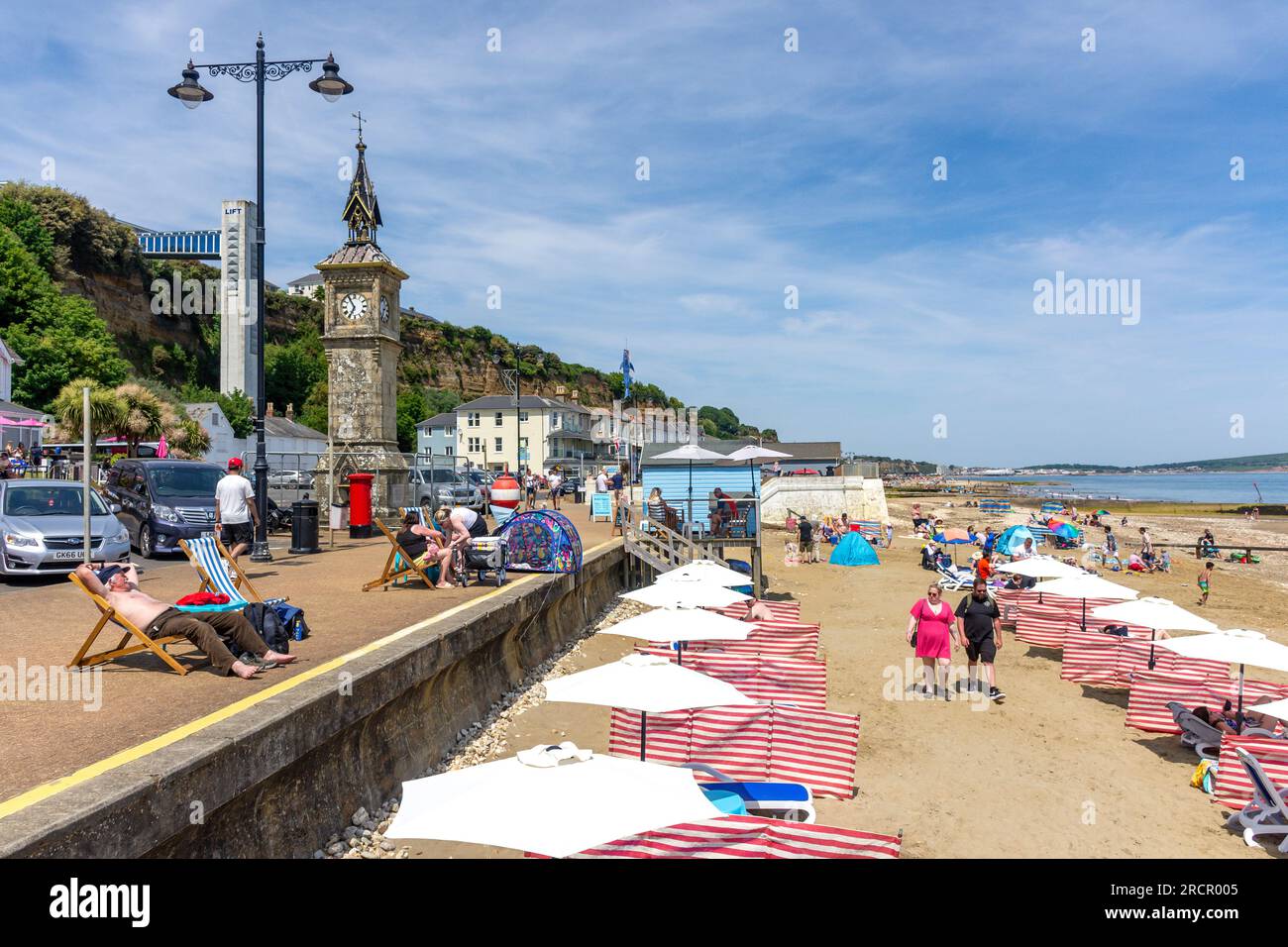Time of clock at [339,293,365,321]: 6:54
